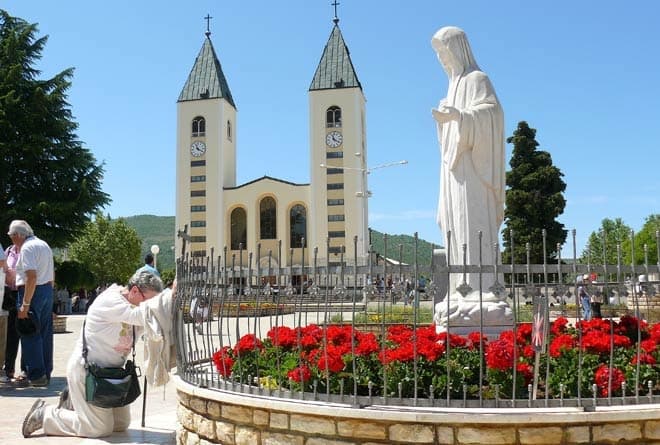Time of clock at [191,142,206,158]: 11:19
